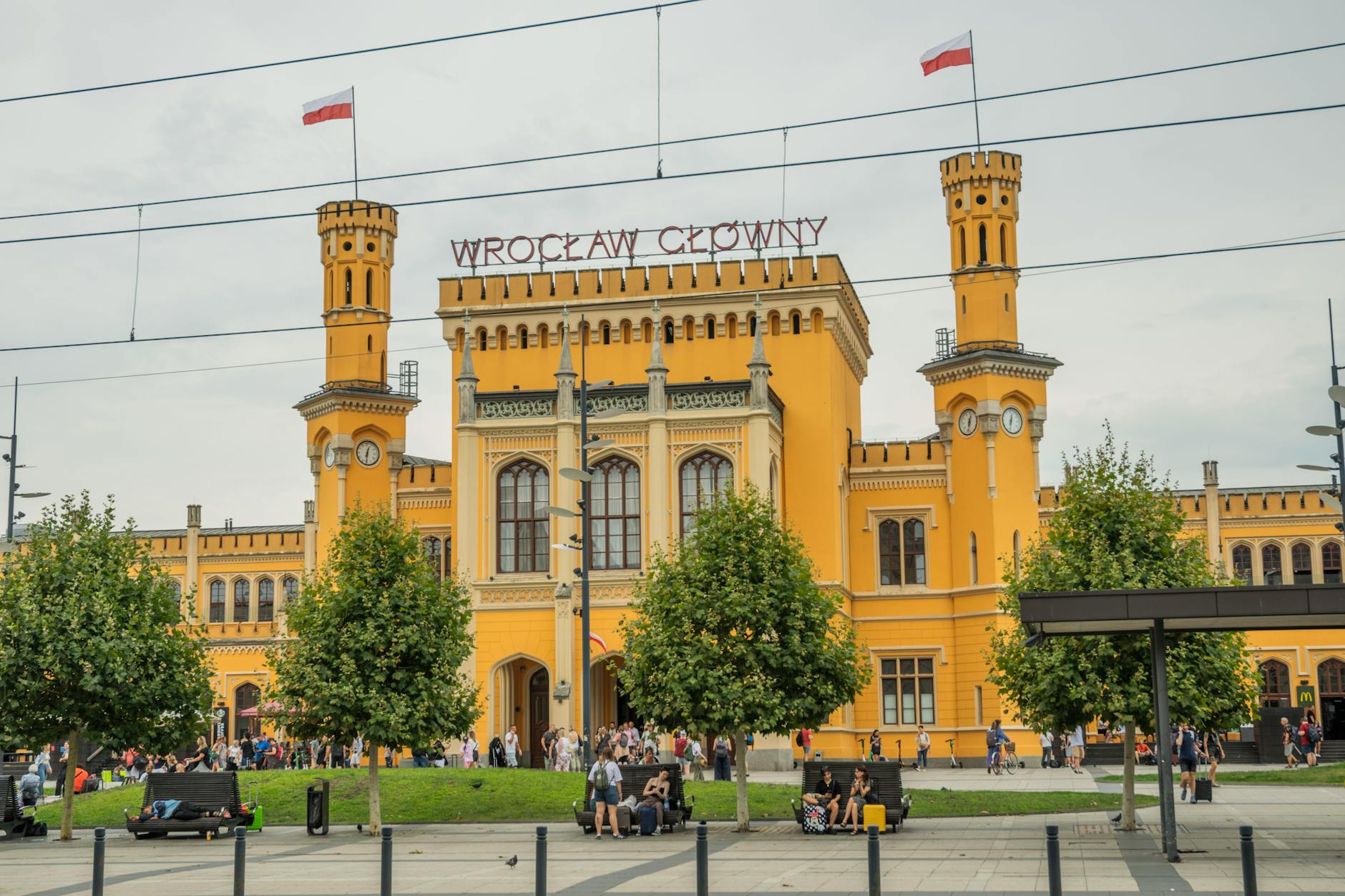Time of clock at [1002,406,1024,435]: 12:32
